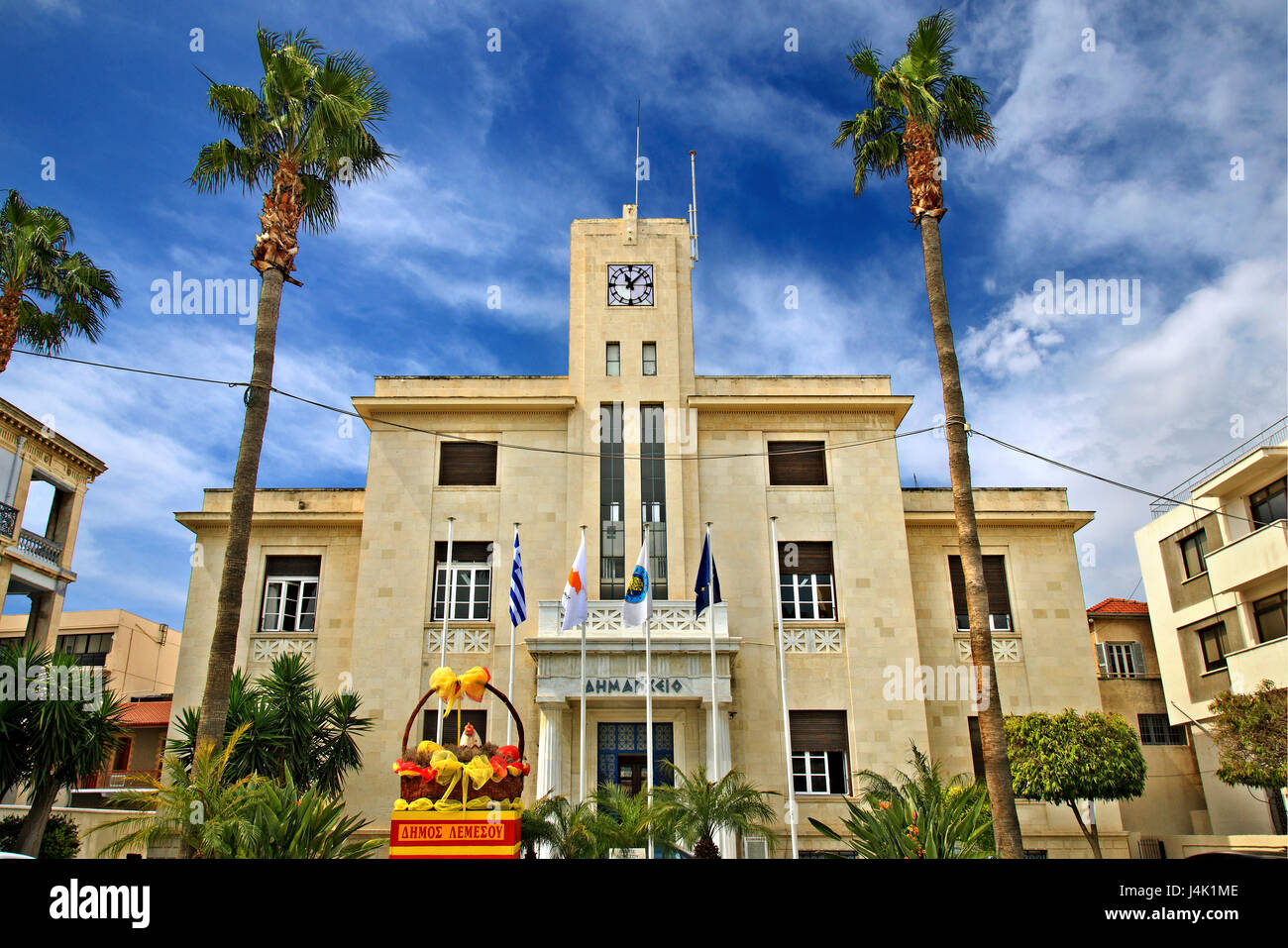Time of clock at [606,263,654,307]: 11:07
